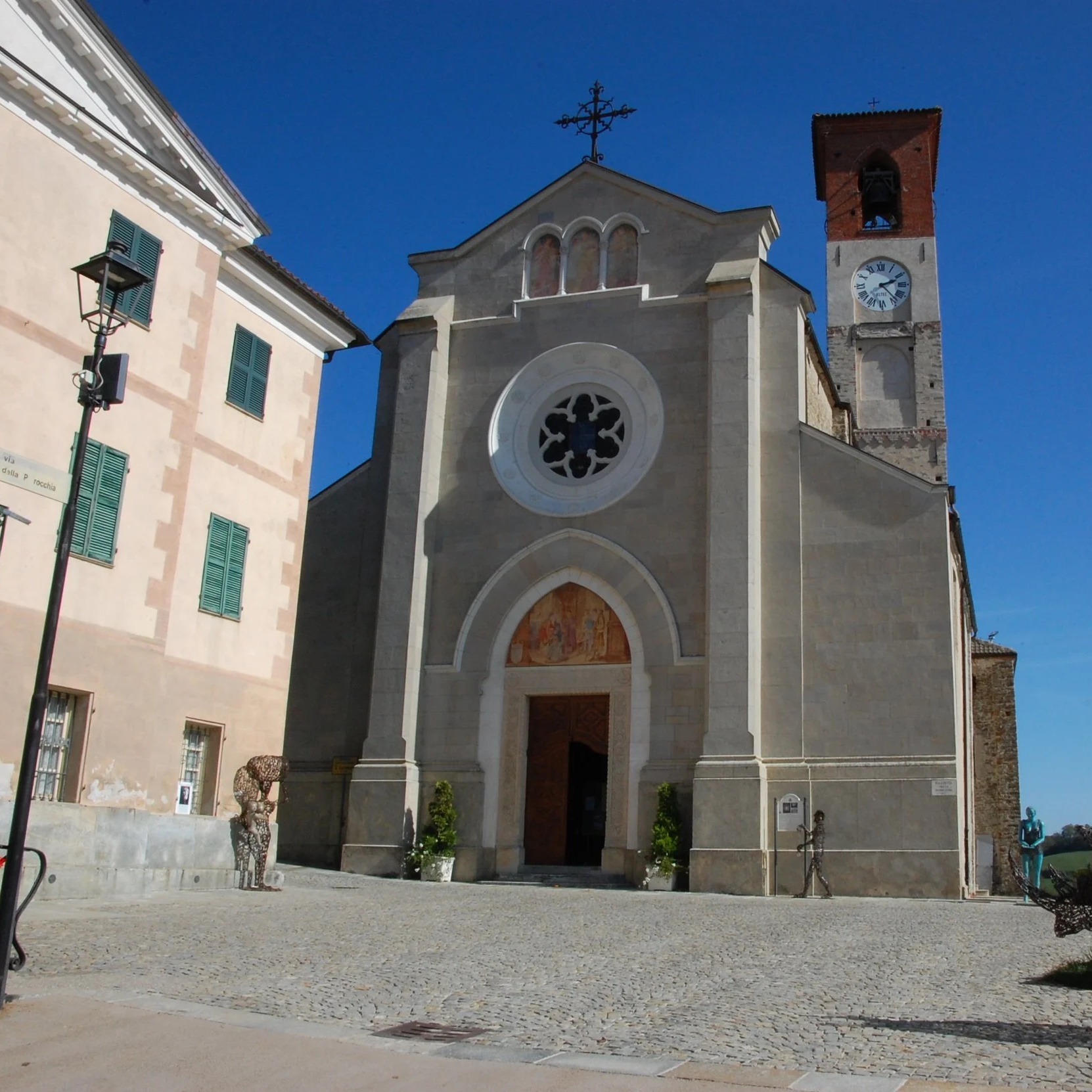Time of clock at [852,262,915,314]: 2:23
